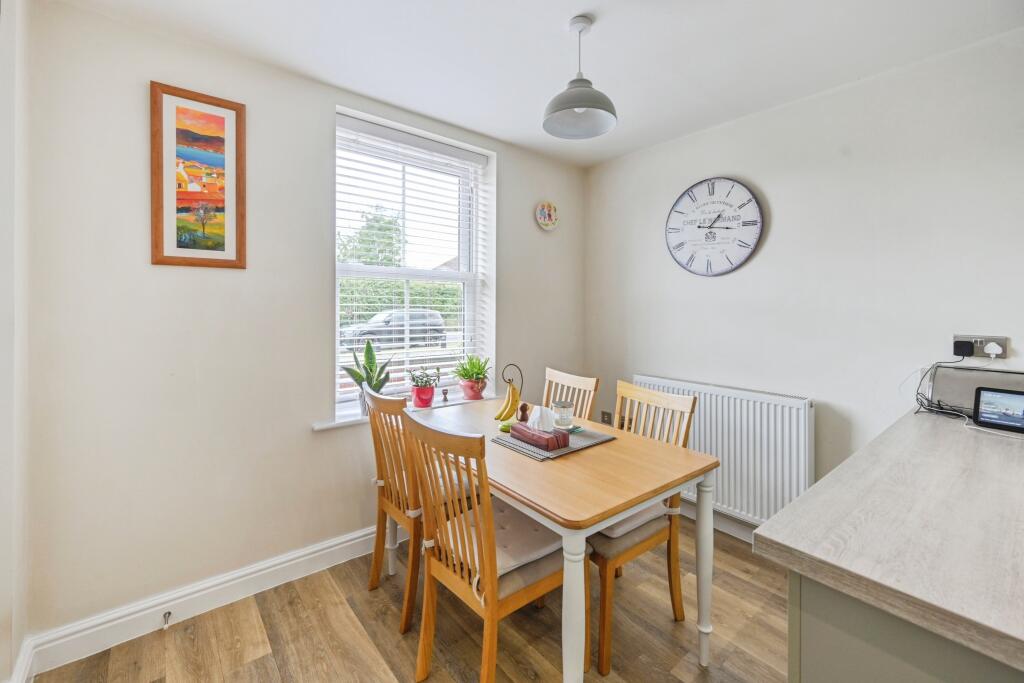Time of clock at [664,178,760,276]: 1:16
